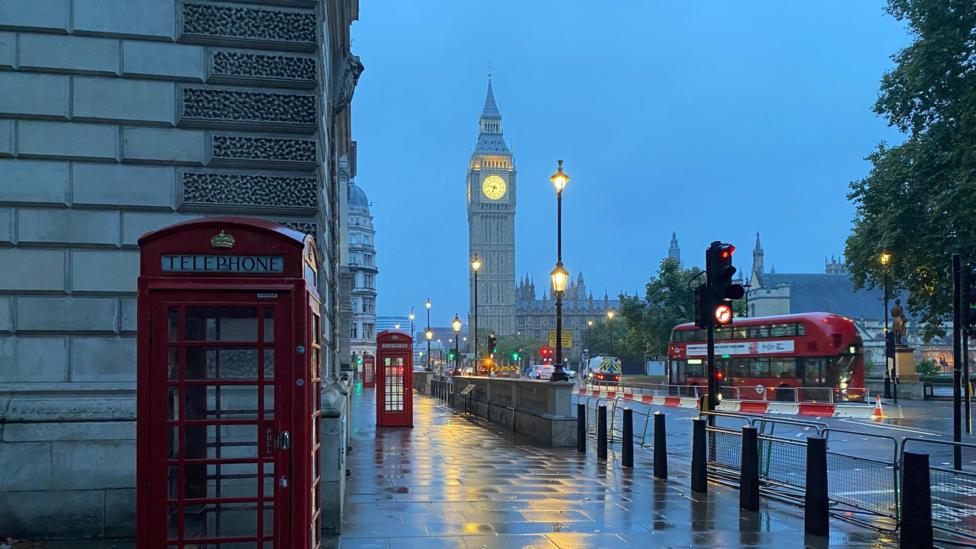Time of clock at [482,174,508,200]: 6:47
